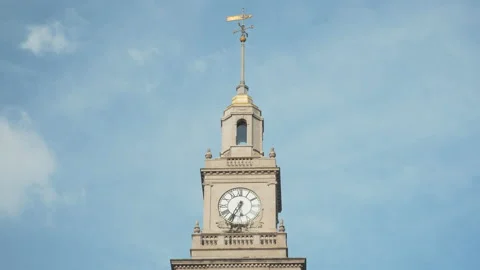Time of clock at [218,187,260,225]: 5:34
